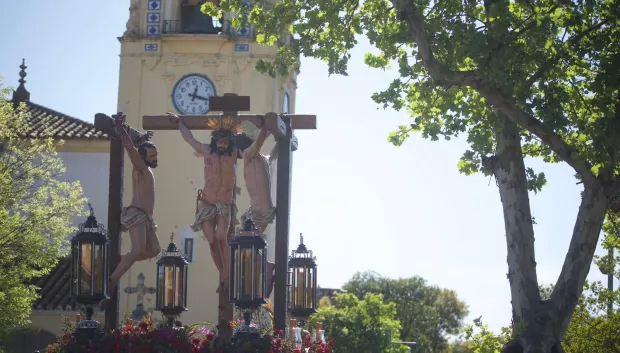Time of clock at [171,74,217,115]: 12:17
